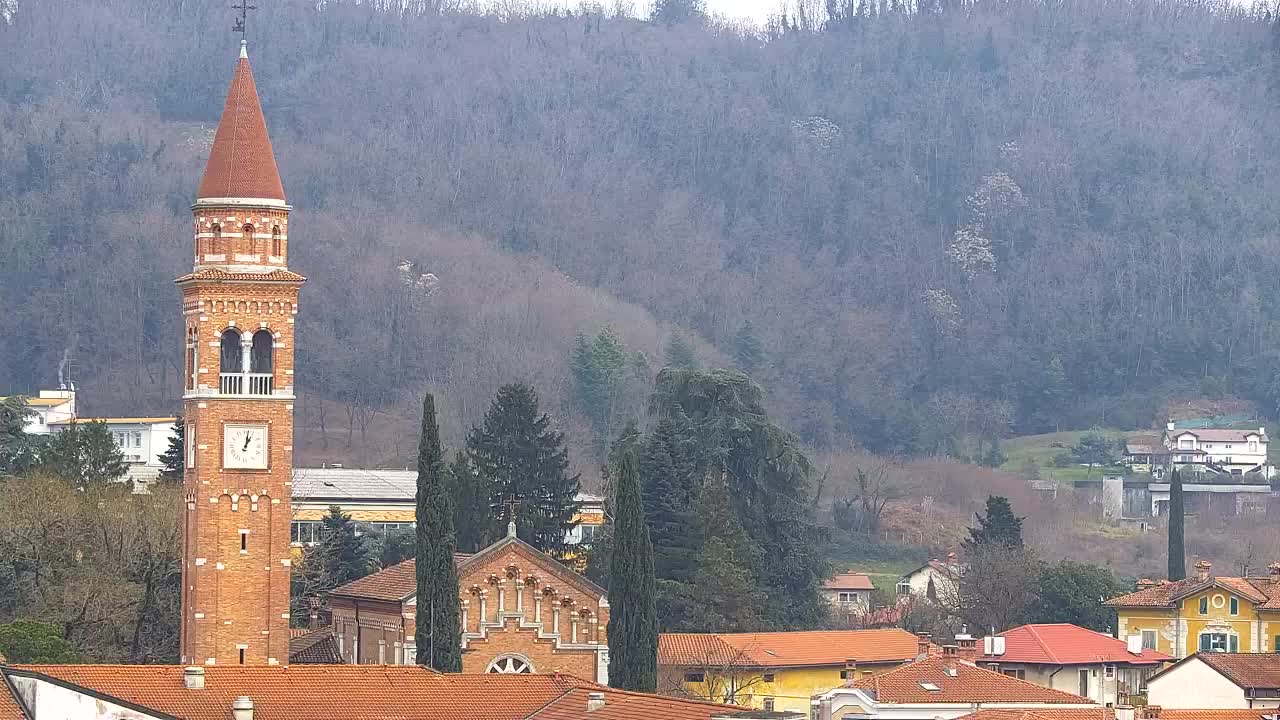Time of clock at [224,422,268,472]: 1:01
